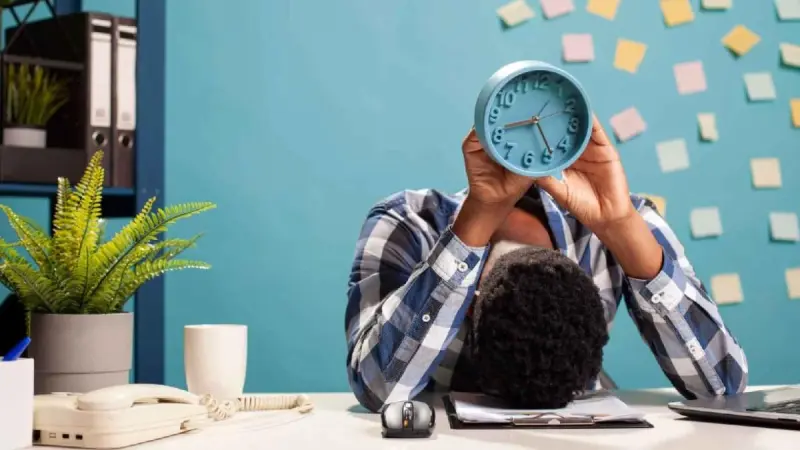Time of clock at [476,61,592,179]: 8:23
